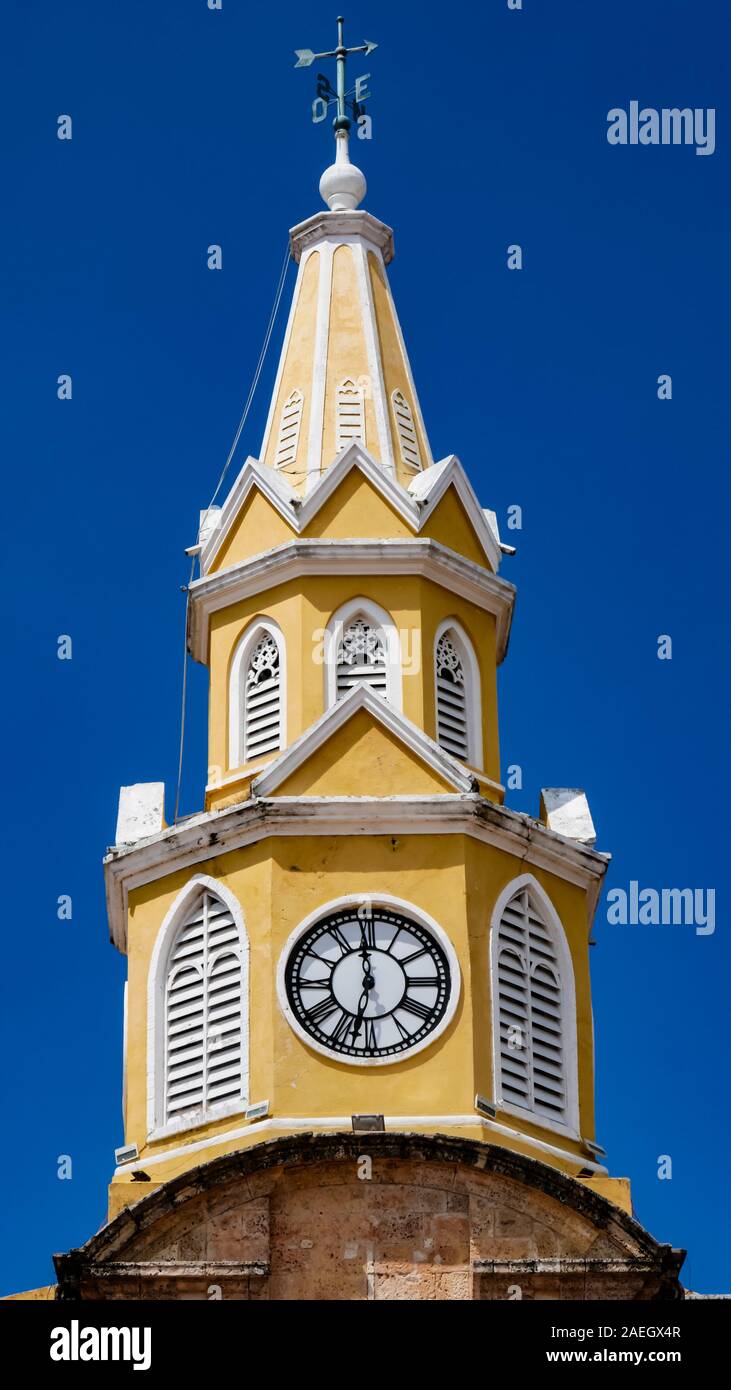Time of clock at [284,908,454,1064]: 11:32
